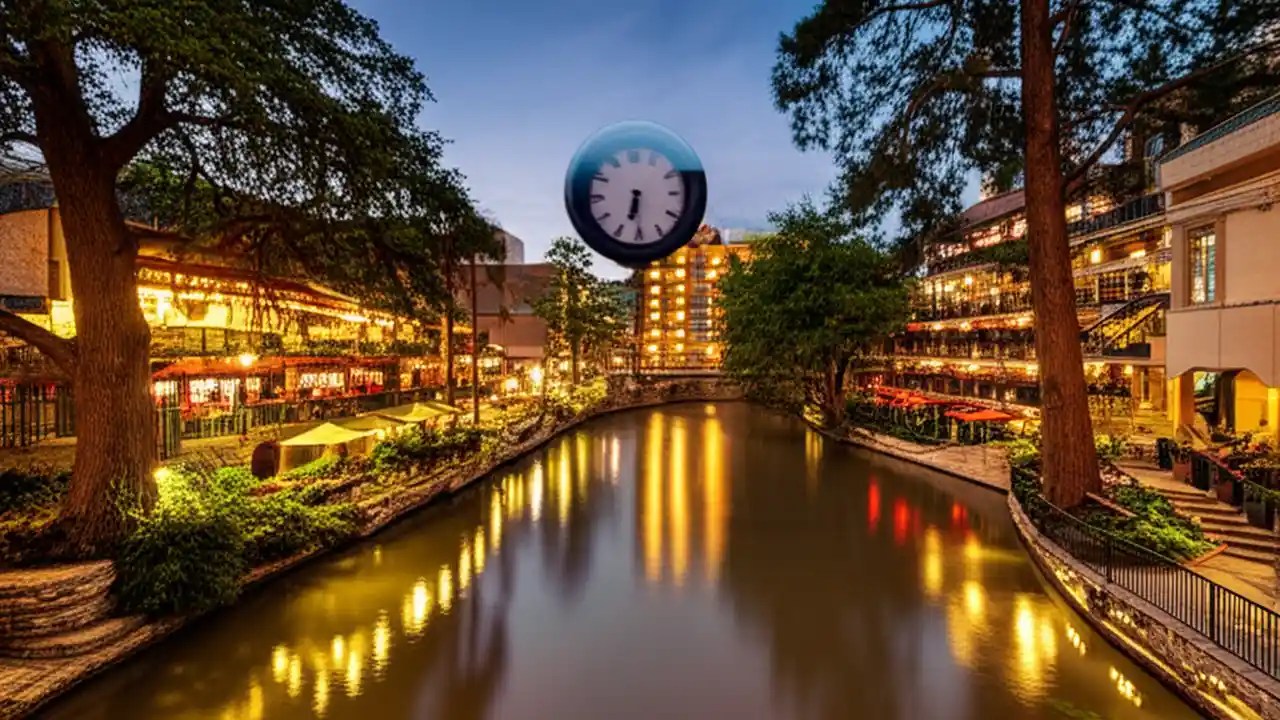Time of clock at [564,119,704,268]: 6:29
